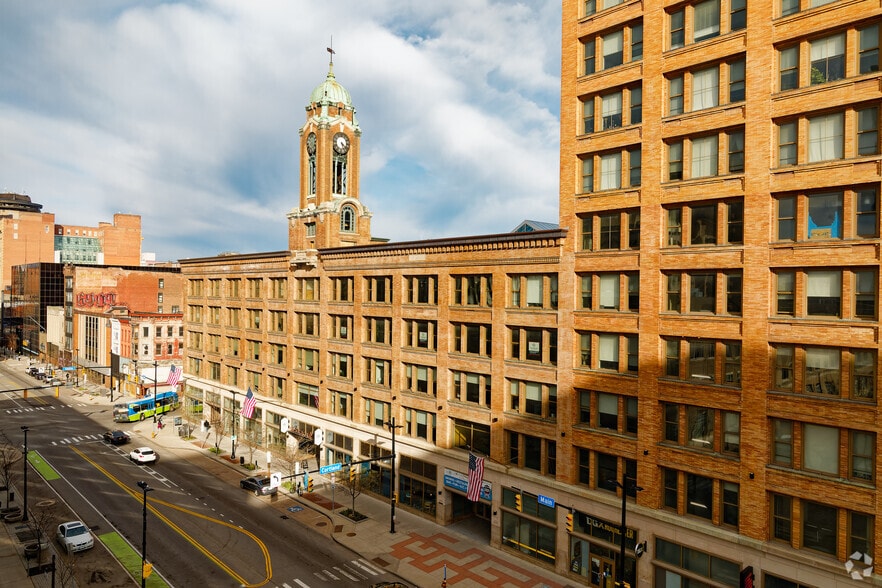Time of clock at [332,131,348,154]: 5:21
